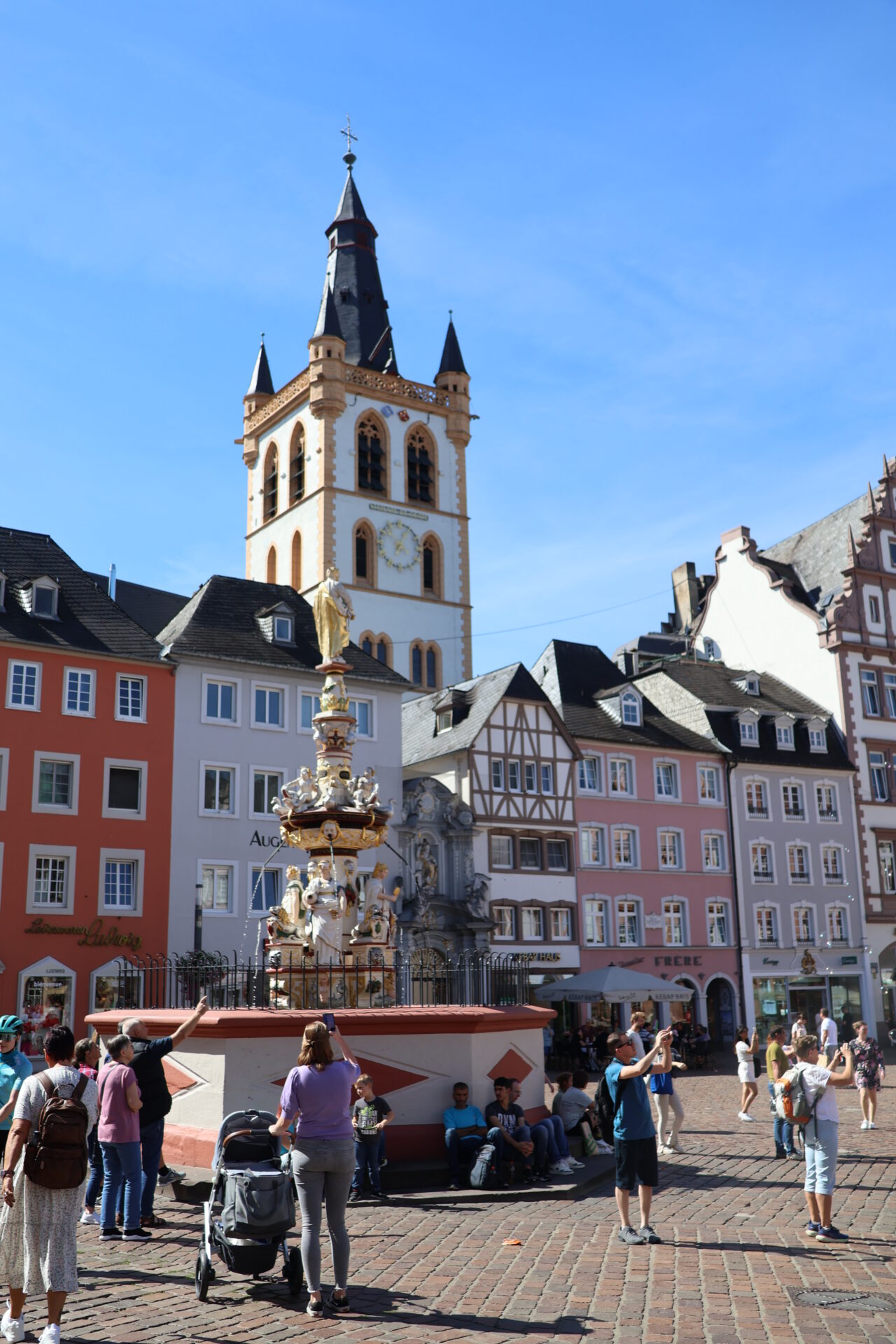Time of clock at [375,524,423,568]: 7:04
